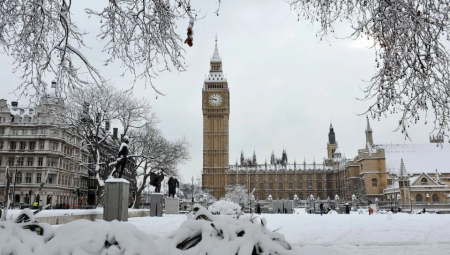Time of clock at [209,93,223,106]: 9:45
